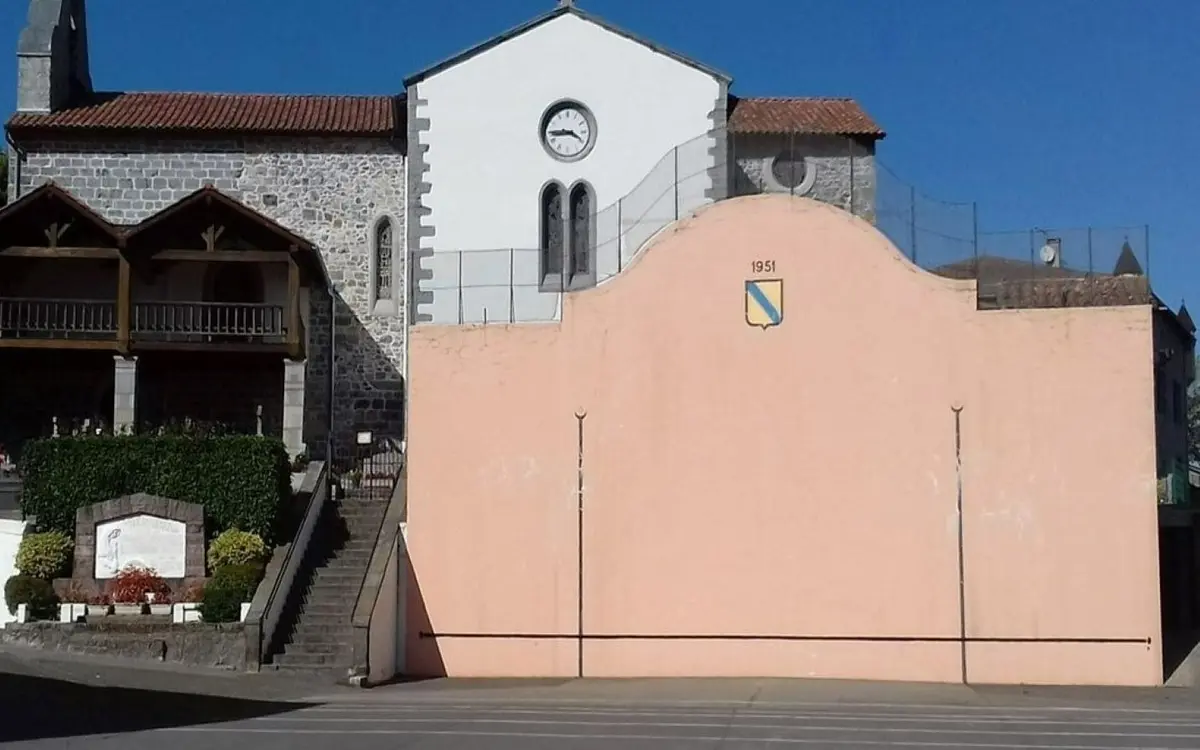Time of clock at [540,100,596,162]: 3:44
